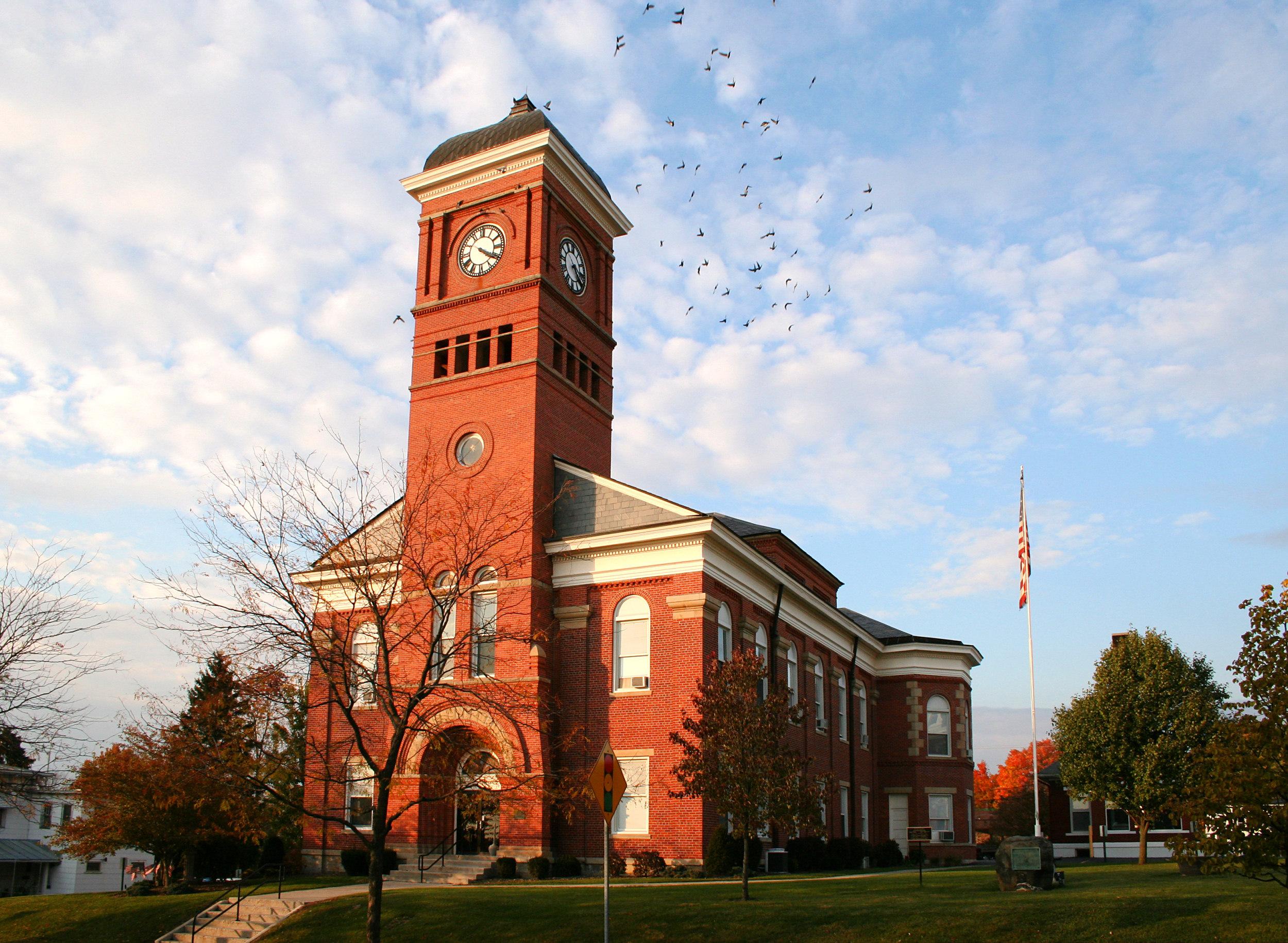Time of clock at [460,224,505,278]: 4:19
